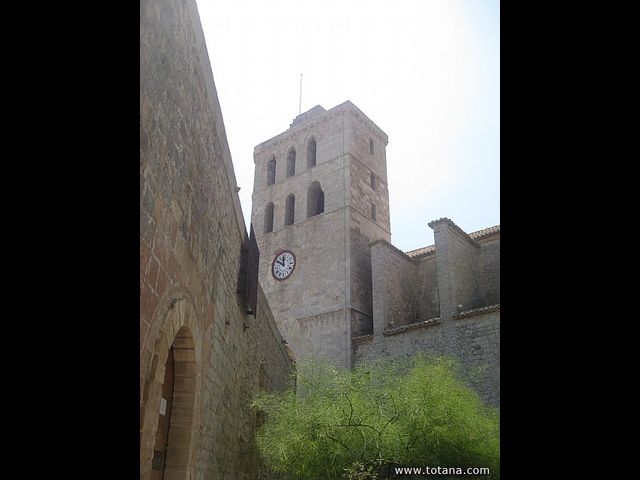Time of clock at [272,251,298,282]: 11:50
